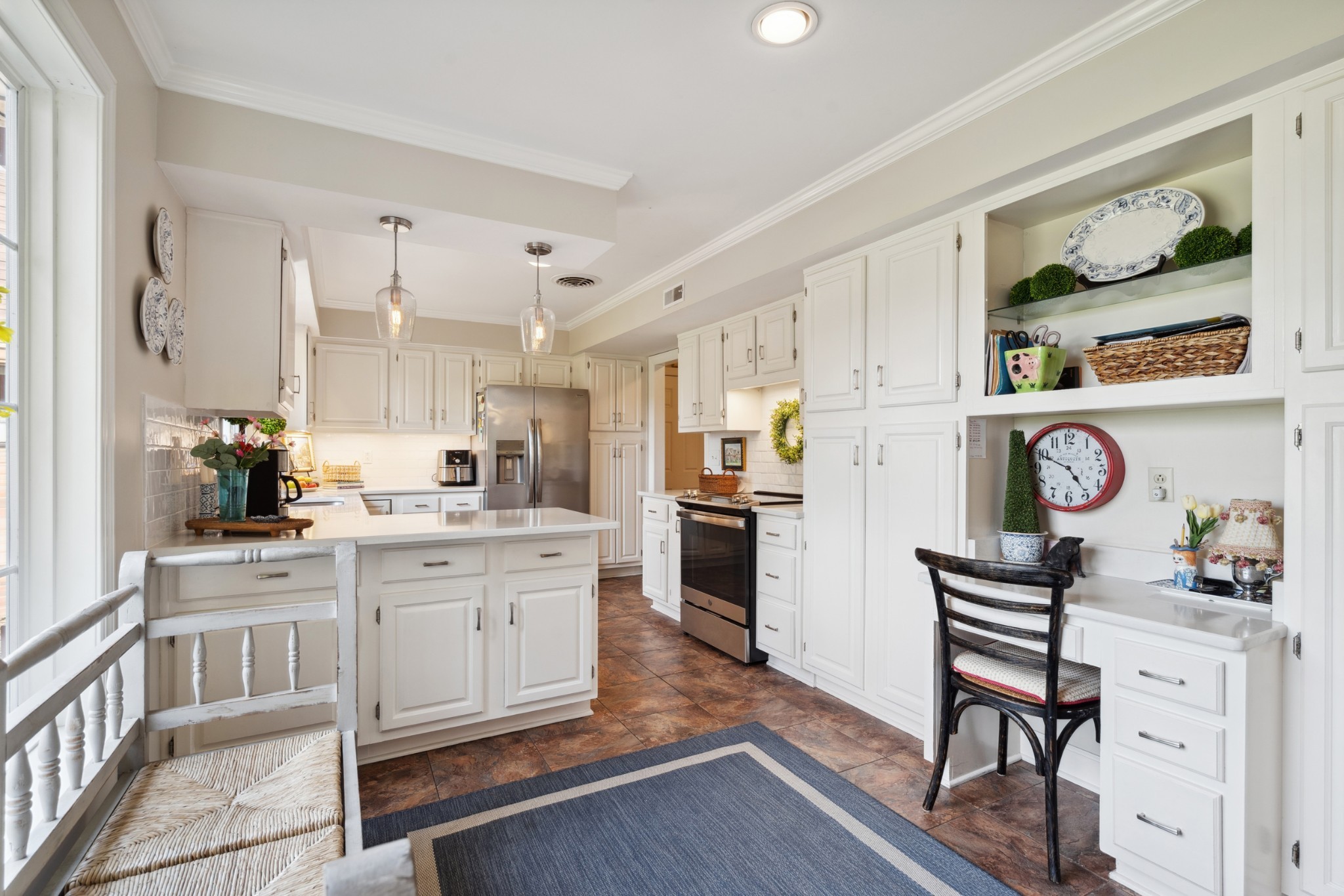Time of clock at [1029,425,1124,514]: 4:48
